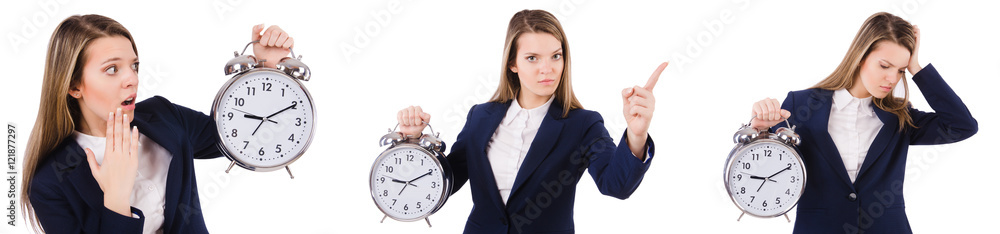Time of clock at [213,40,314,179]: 9:10
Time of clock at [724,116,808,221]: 9:10
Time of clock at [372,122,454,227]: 9:10
